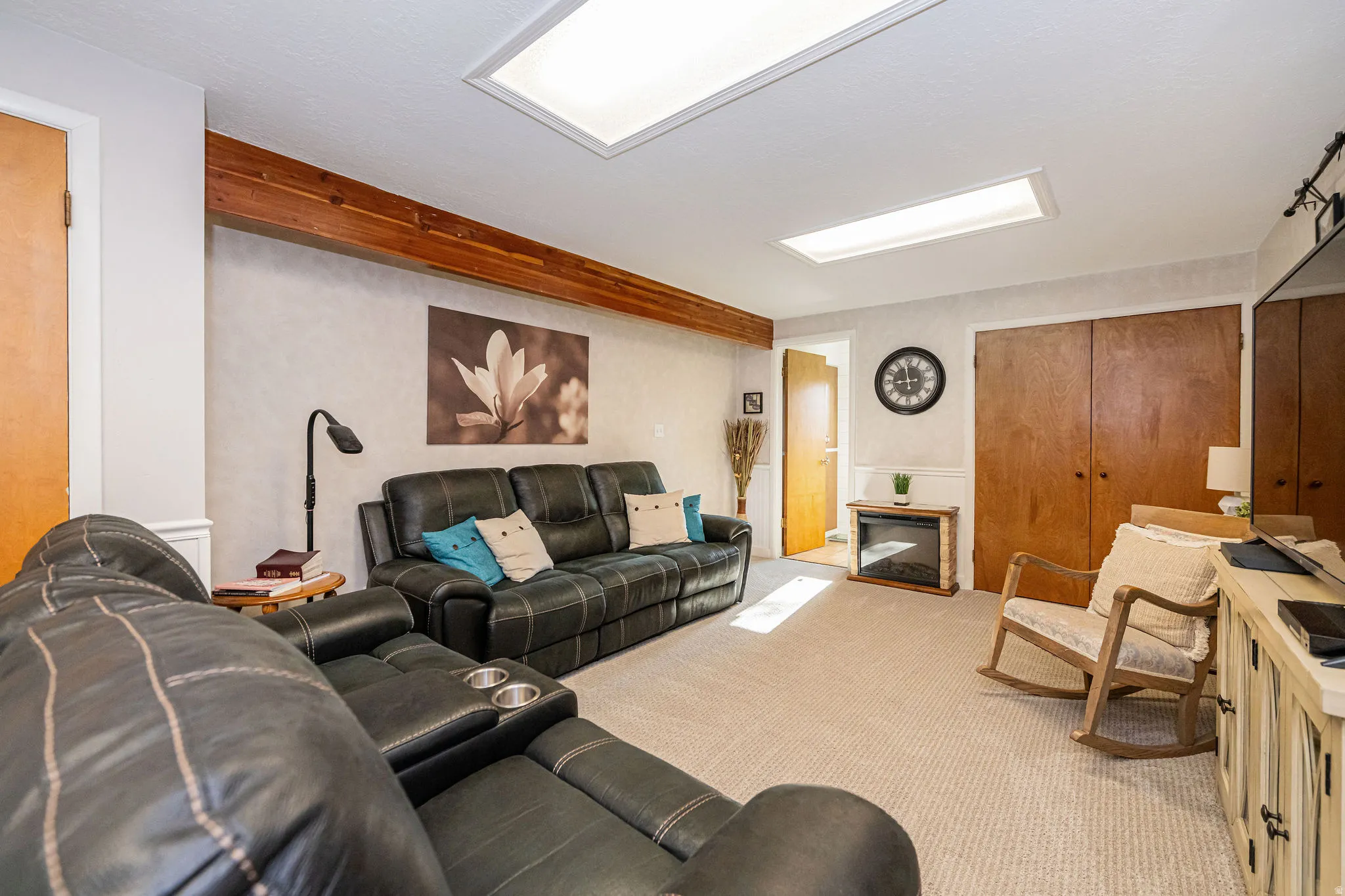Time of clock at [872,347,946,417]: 8:58
